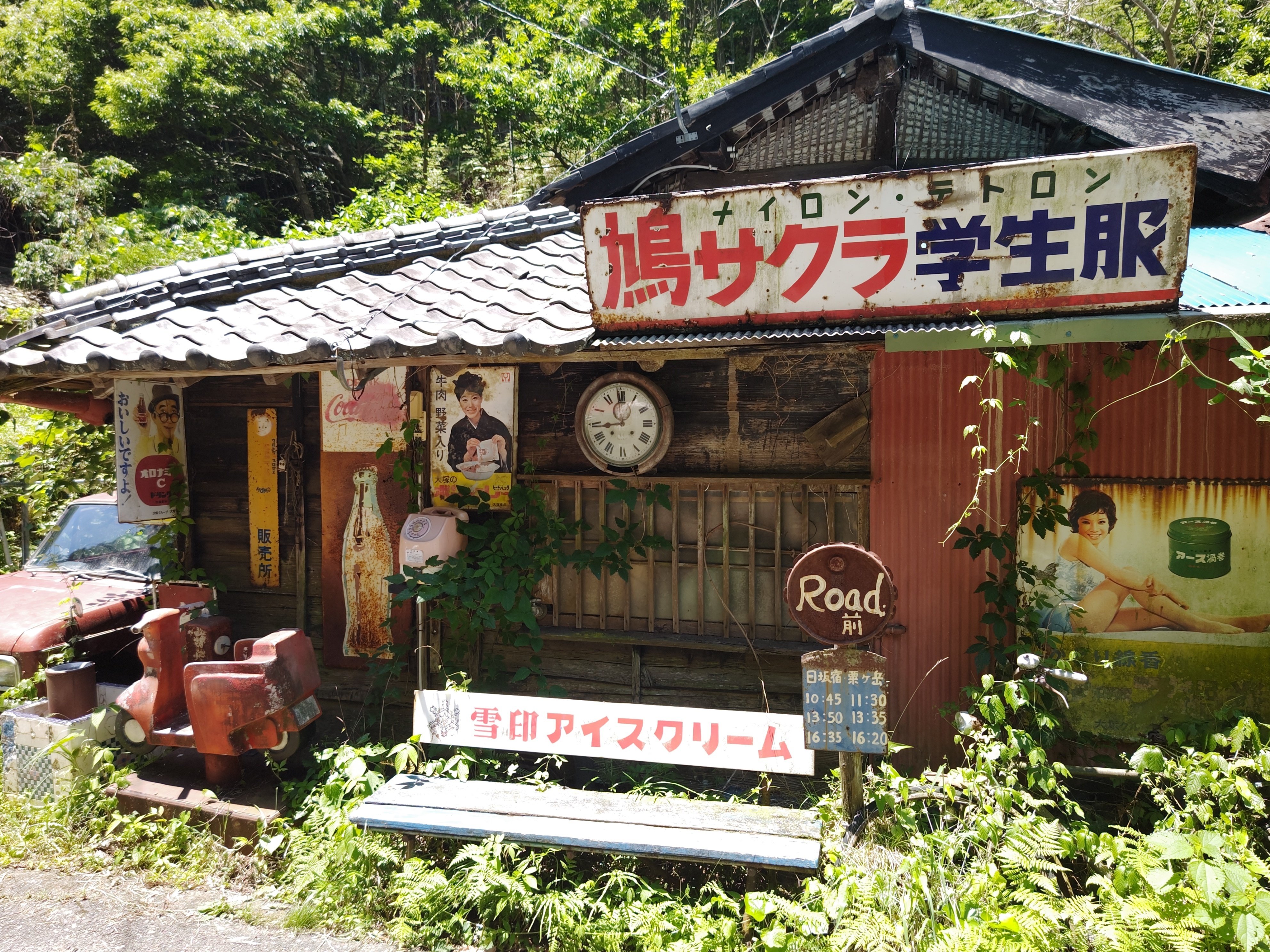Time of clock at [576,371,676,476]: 11:43
